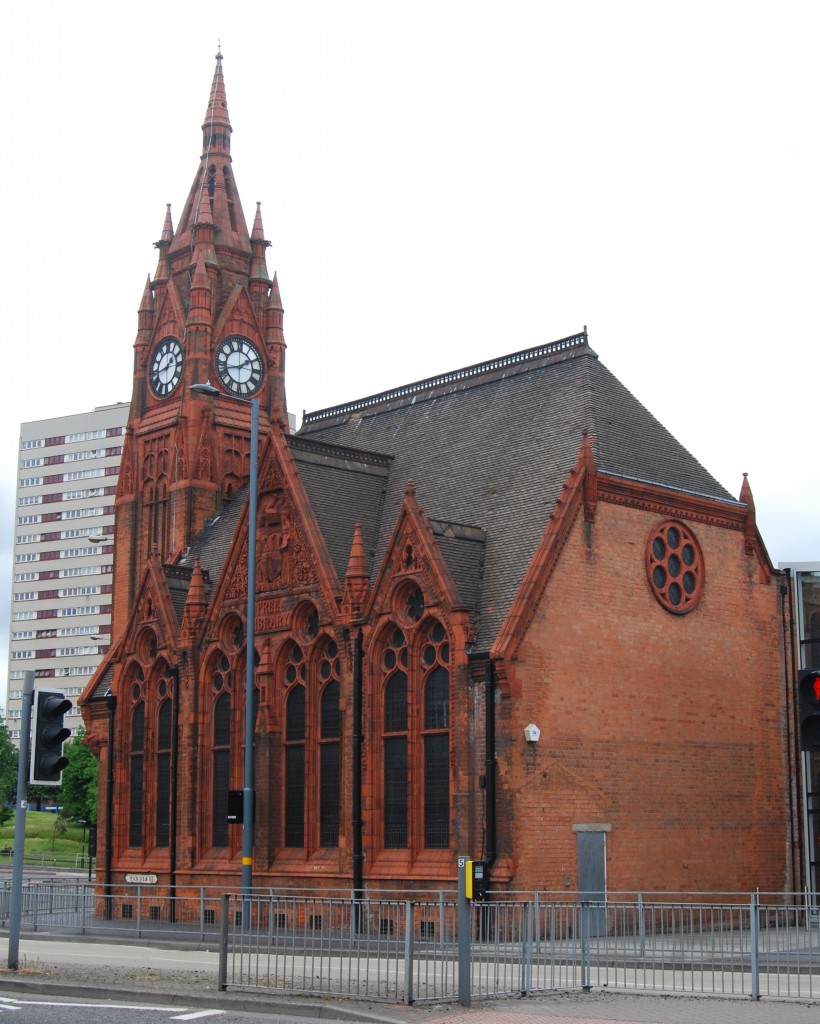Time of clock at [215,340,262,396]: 1:42
